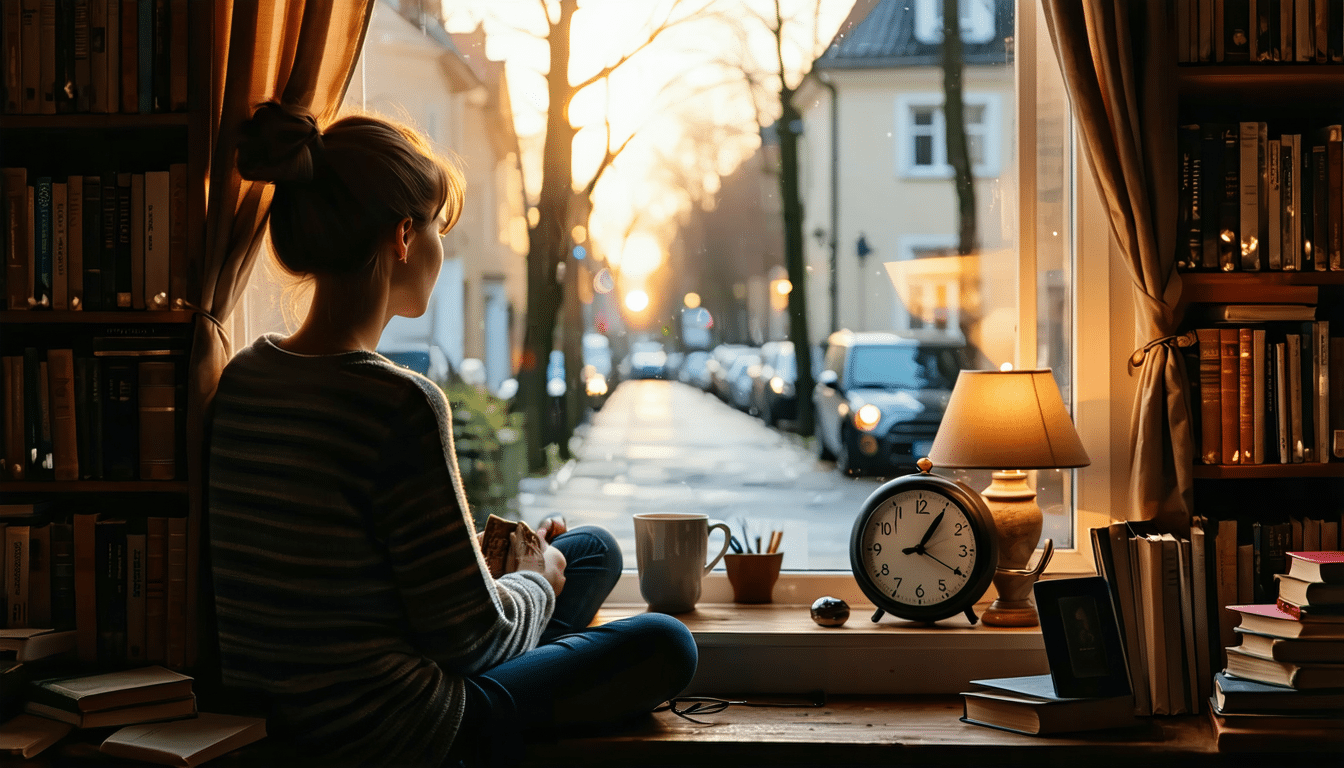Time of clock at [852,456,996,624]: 1:05
